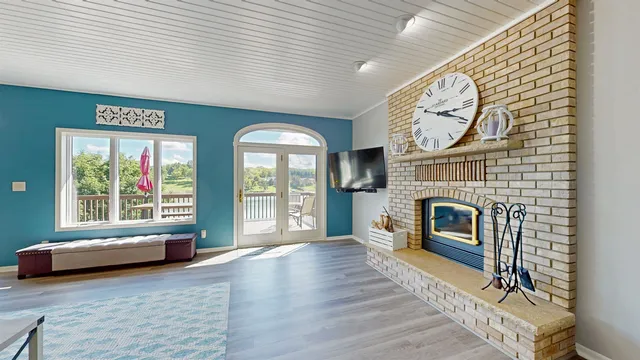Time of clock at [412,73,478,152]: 3:19
